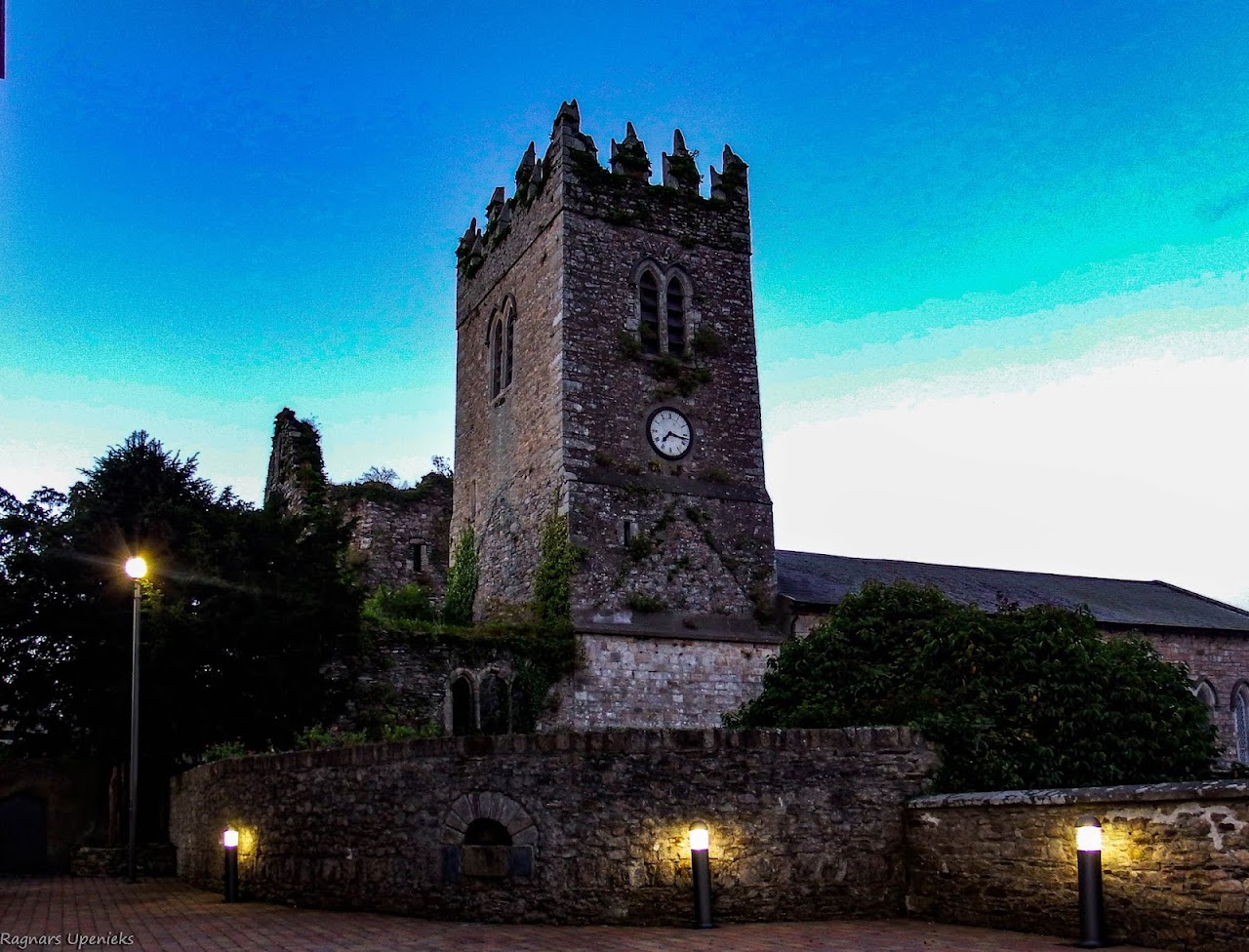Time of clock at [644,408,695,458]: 7:17
